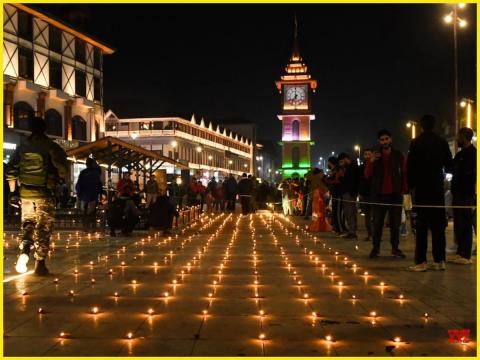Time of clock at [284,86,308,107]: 6:59
